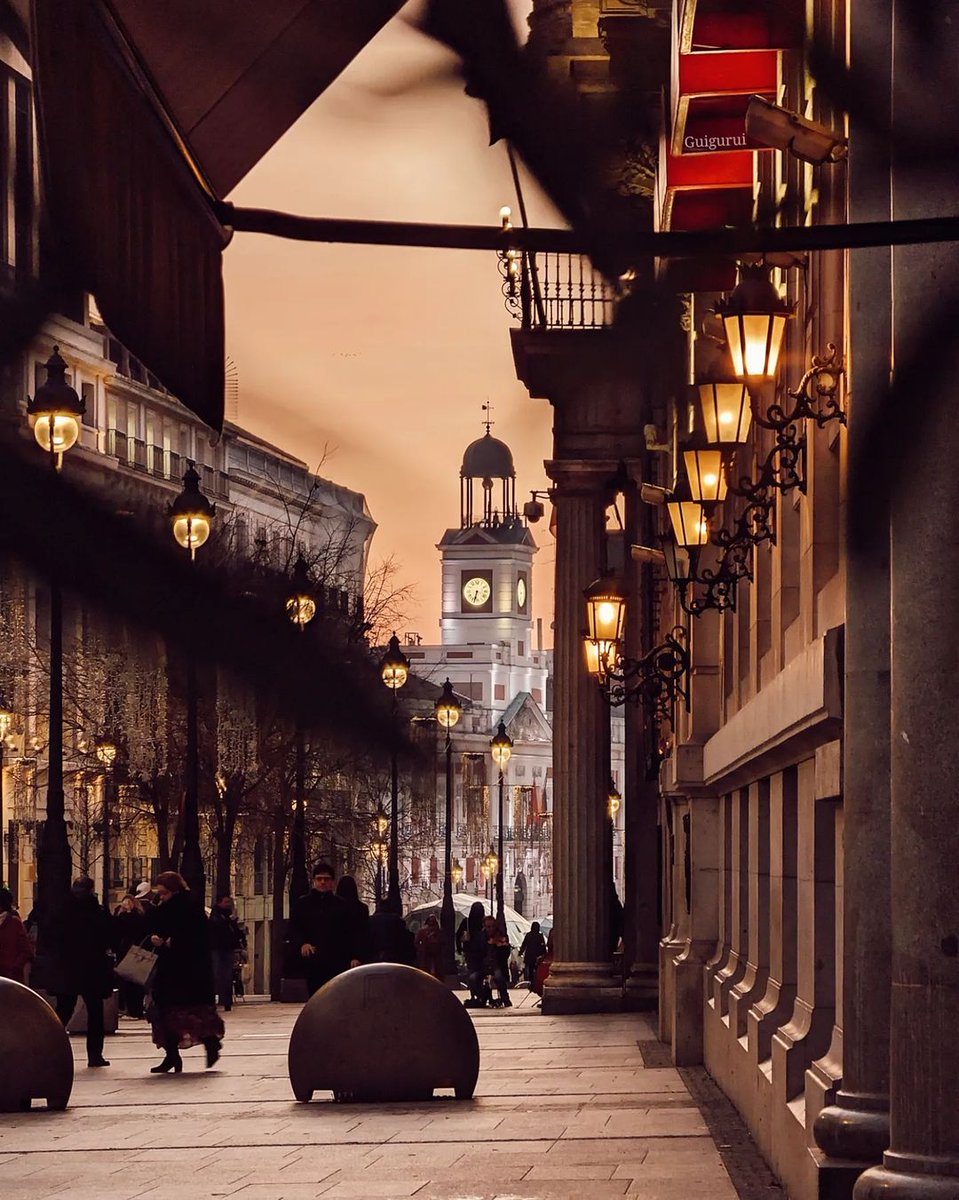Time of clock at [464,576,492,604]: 6:32
